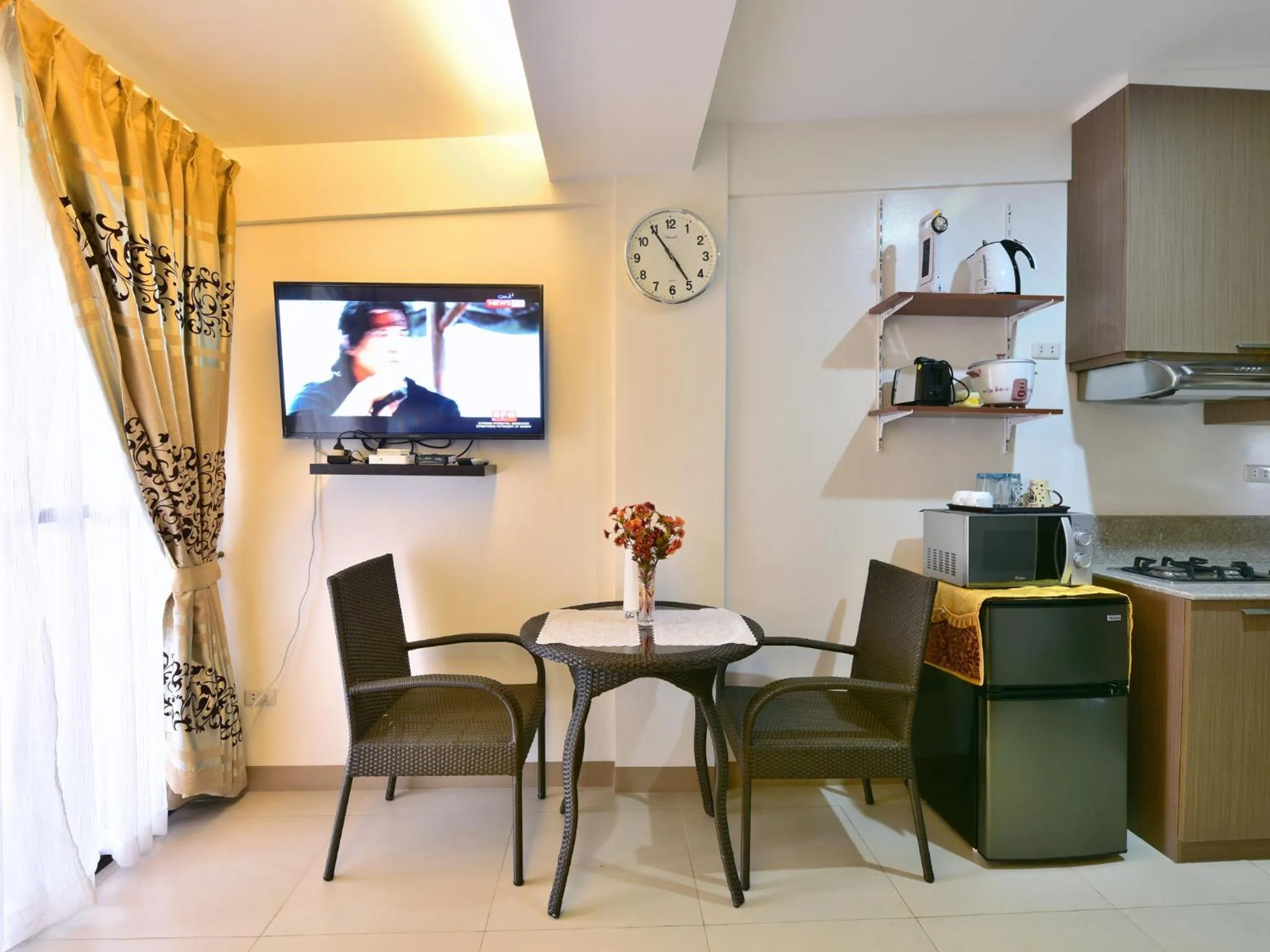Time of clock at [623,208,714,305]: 4:54
